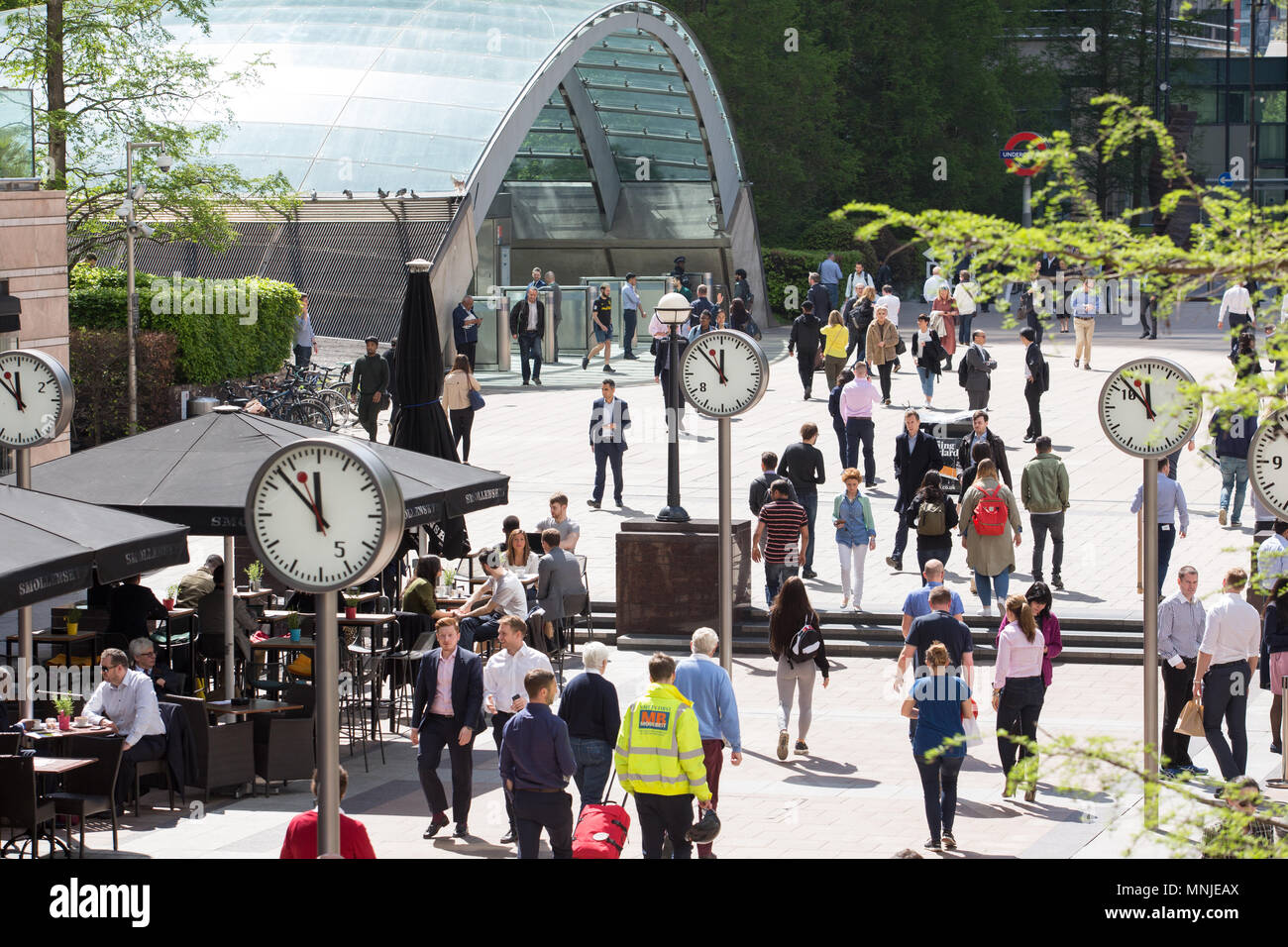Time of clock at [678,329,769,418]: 11:52
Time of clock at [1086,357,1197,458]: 11:52
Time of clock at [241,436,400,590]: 11:52
